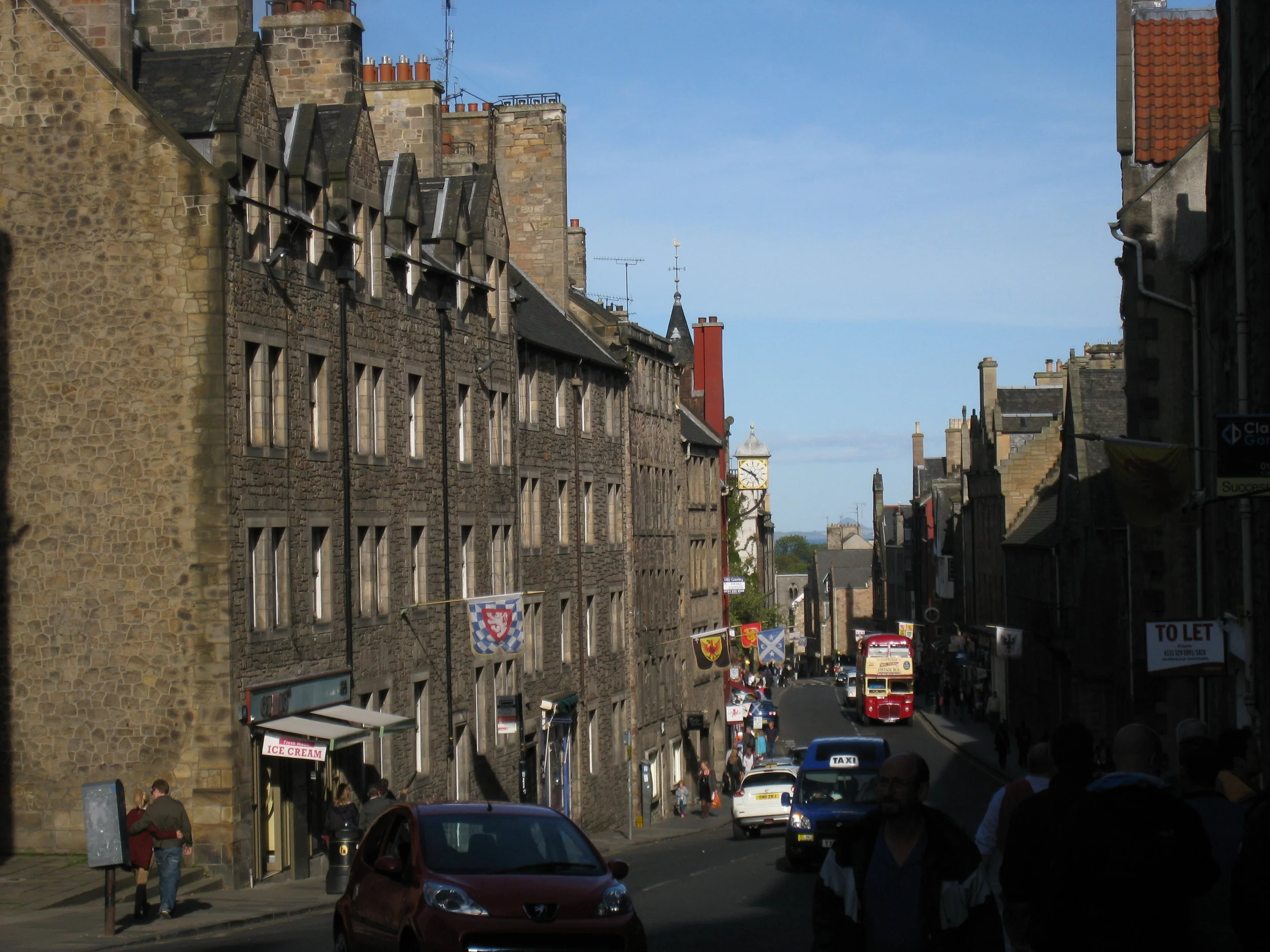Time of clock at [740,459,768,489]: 4:49
